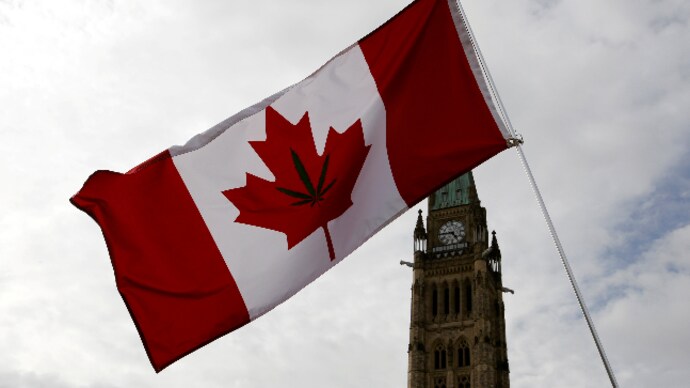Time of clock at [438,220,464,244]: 4:44
